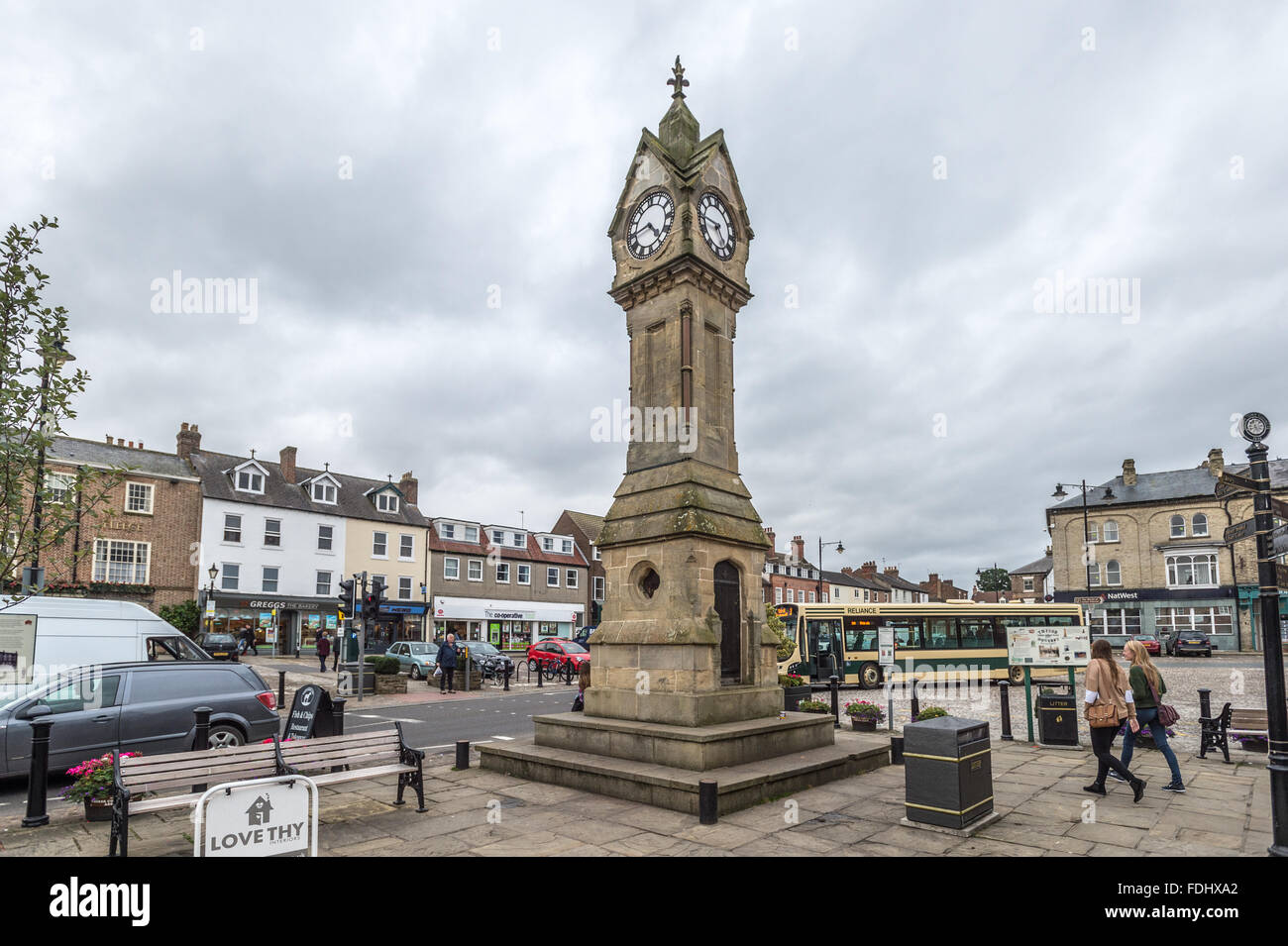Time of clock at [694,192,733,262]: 4:45
